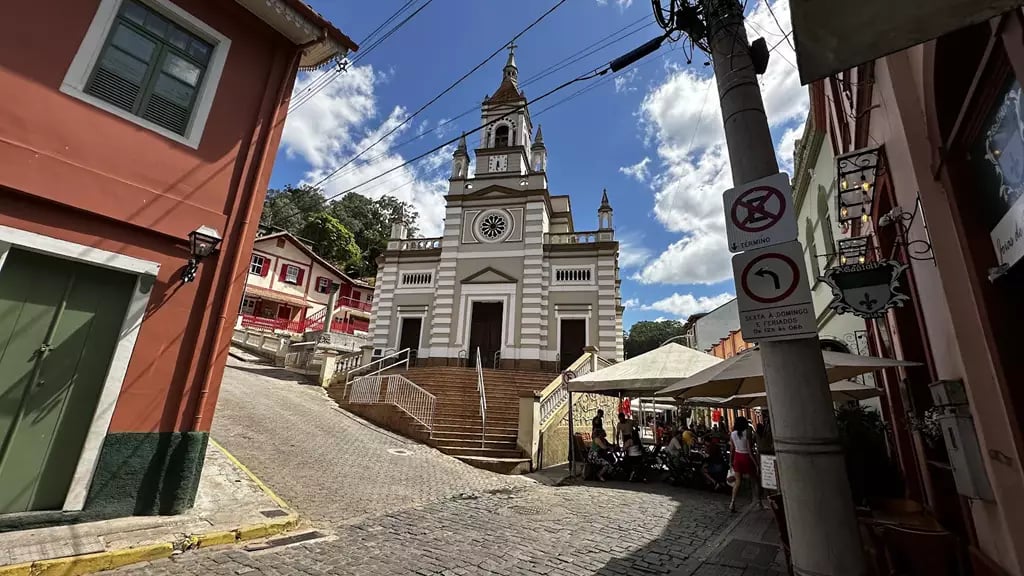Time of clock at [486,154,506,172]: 5:31
